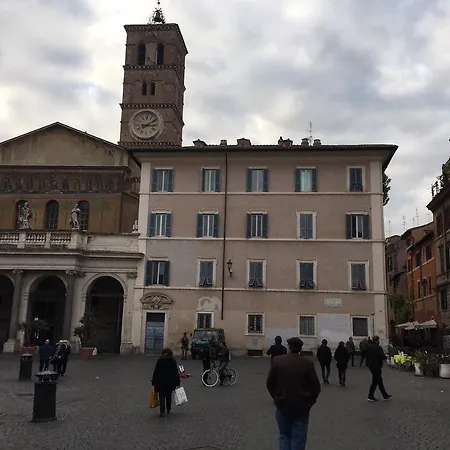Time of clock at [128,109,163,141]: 3:09
